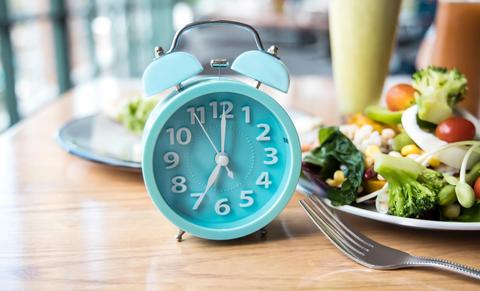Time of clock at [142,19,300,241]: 7:00
